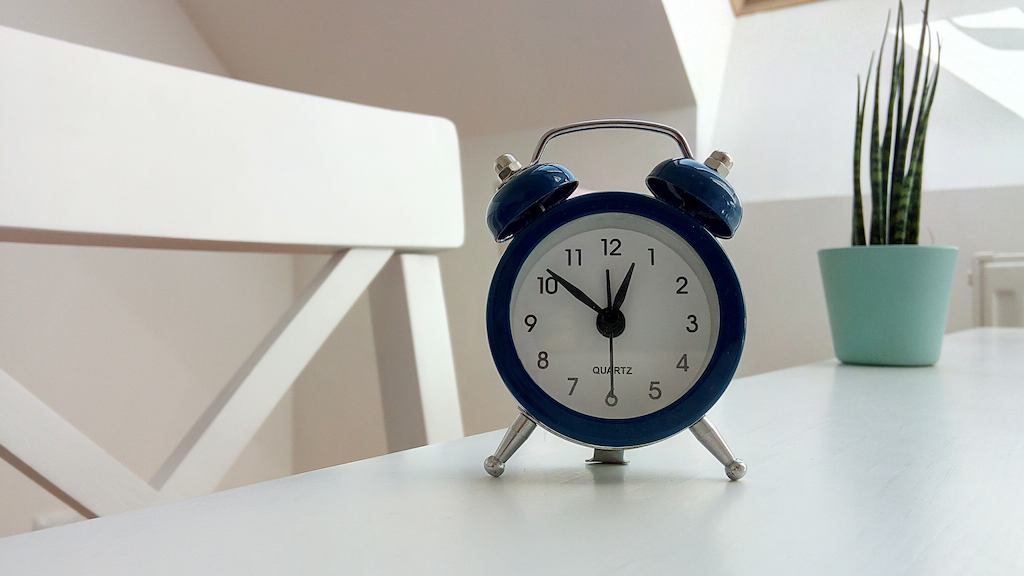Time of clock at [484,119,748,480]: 12:51
